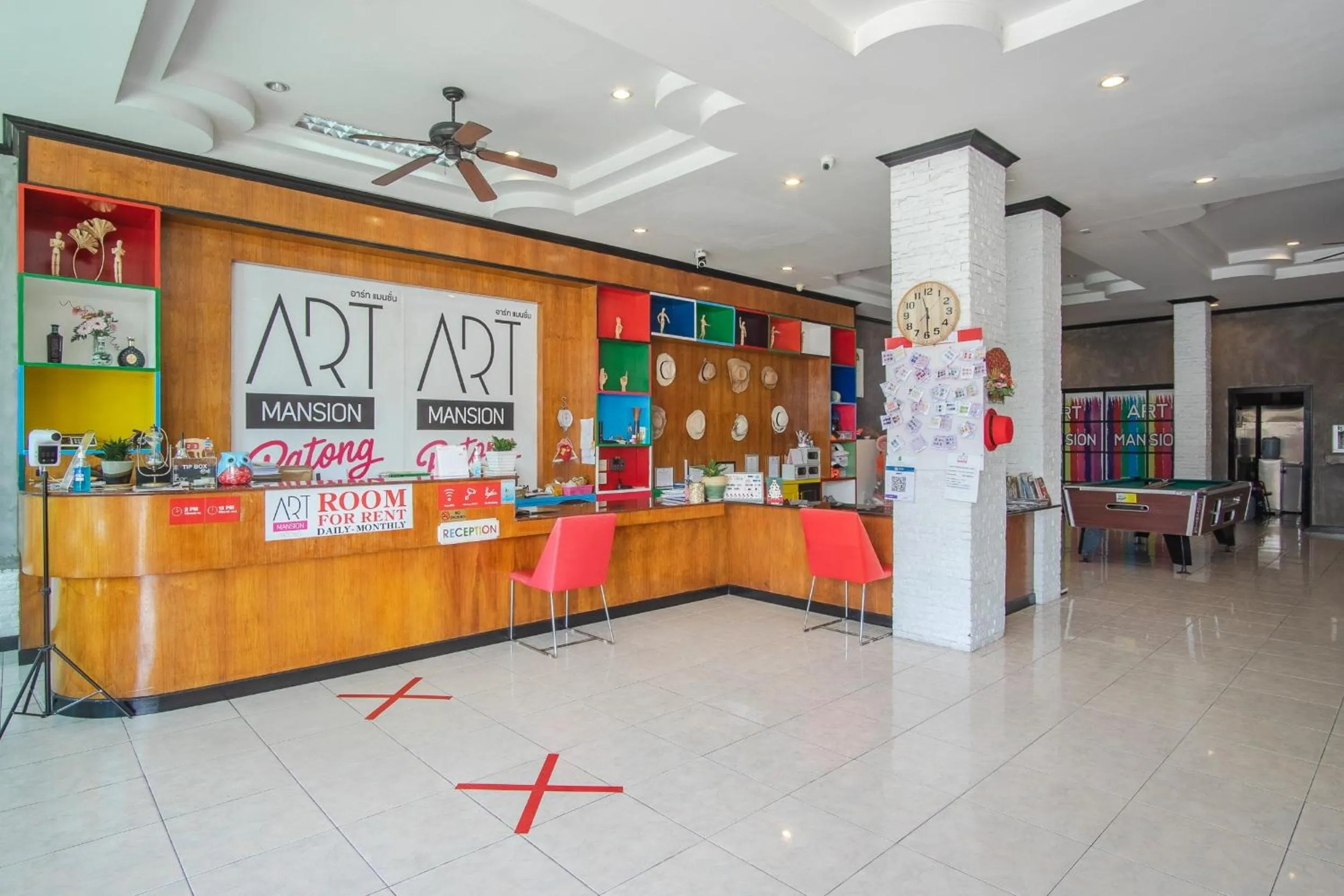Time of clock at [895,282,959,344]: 11:29
